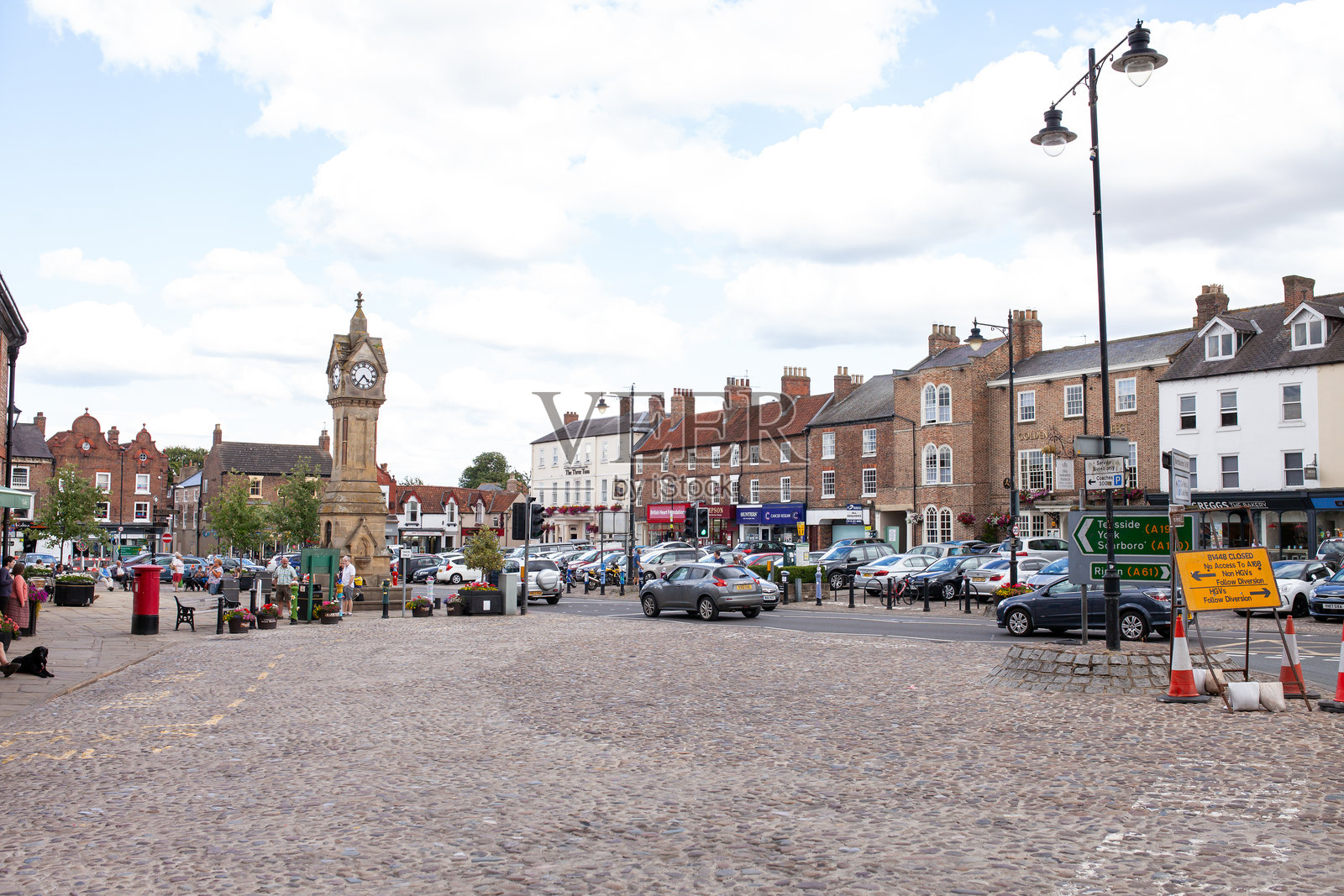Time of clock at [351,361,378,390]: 4:36
